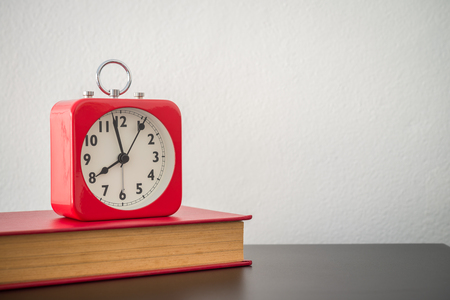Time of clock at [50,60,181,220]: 7:58
